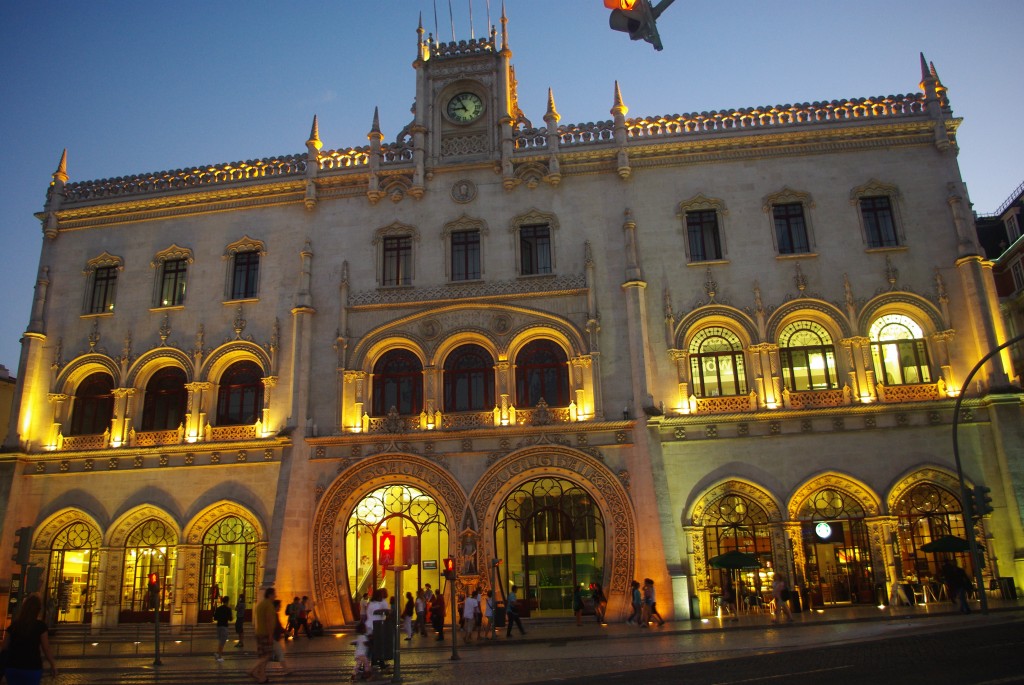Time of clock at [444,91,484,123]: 8:54
